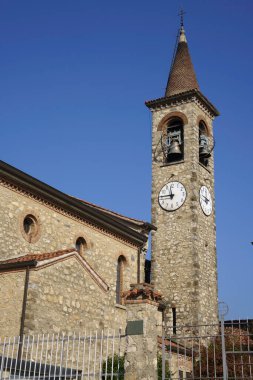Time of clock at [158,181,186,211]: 11:45
